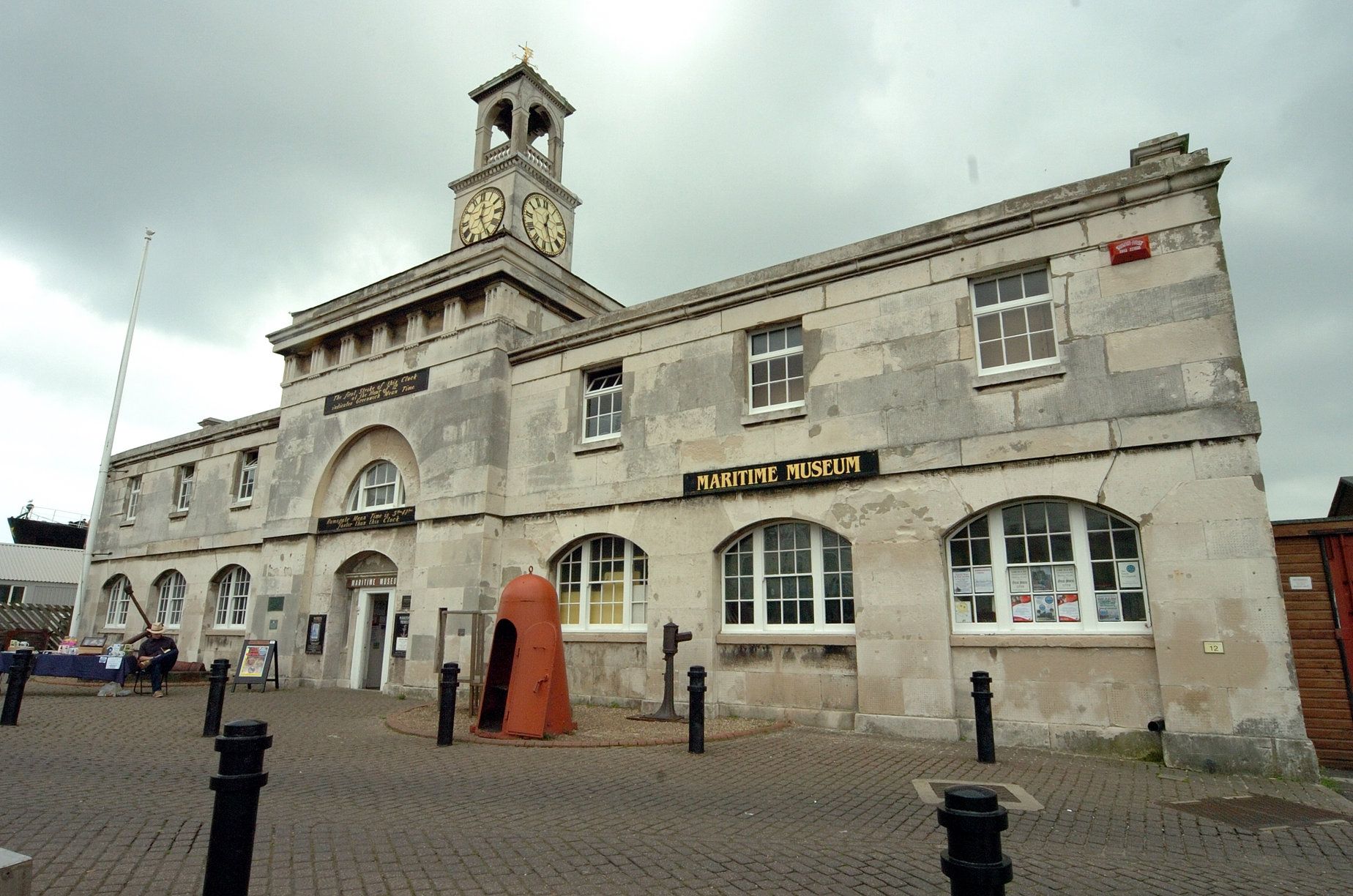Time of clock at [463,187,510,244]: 12:25
